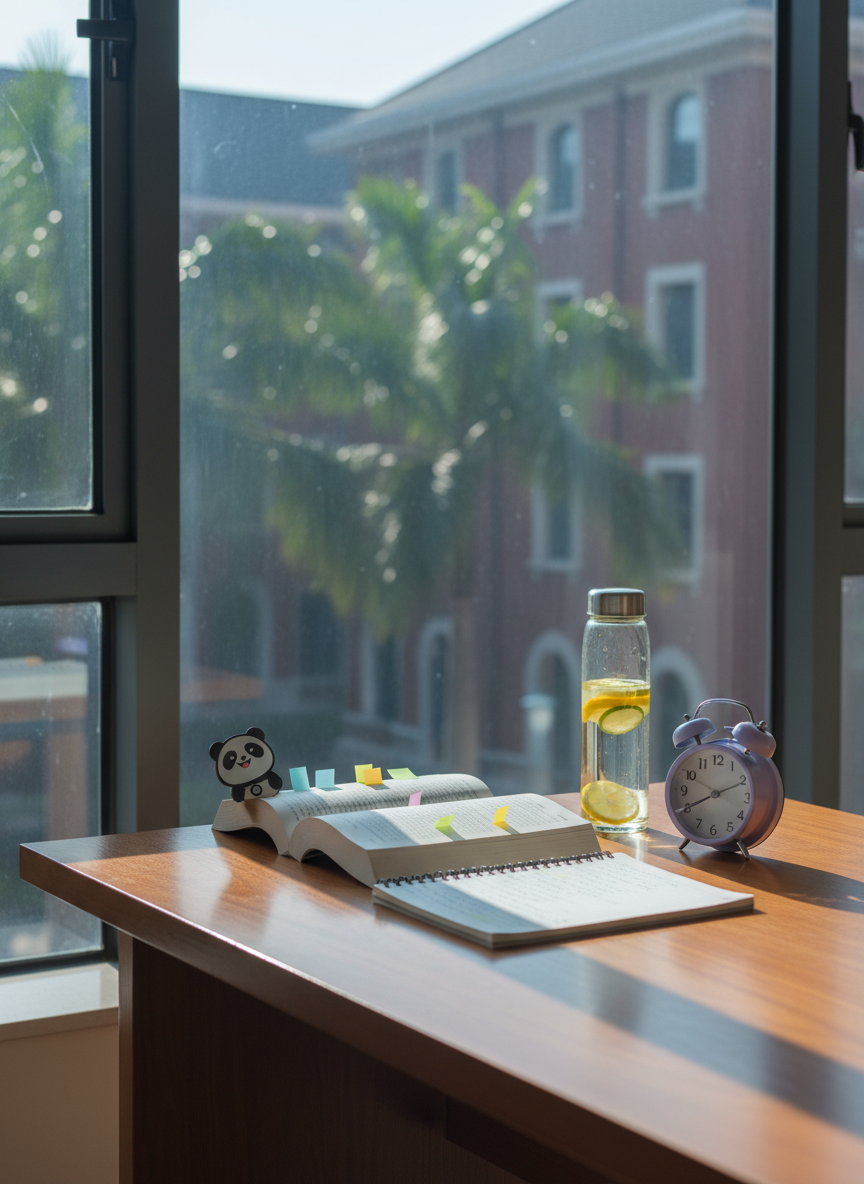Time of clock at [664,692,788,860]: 8:10
